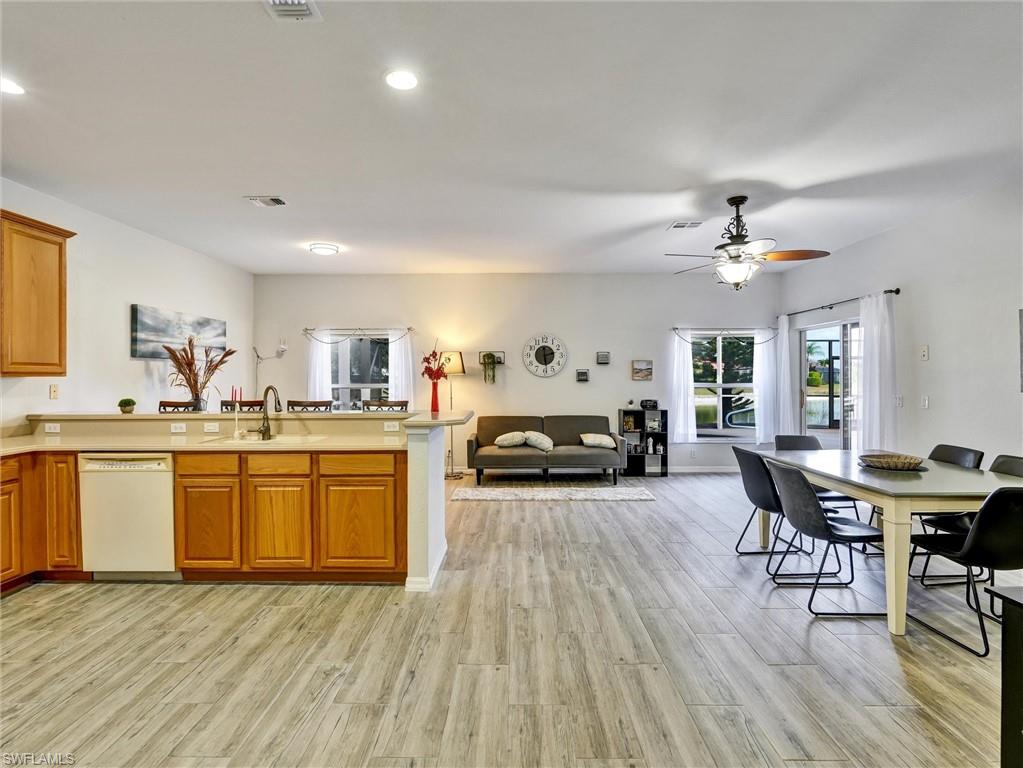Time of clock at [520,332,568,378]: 2:29
